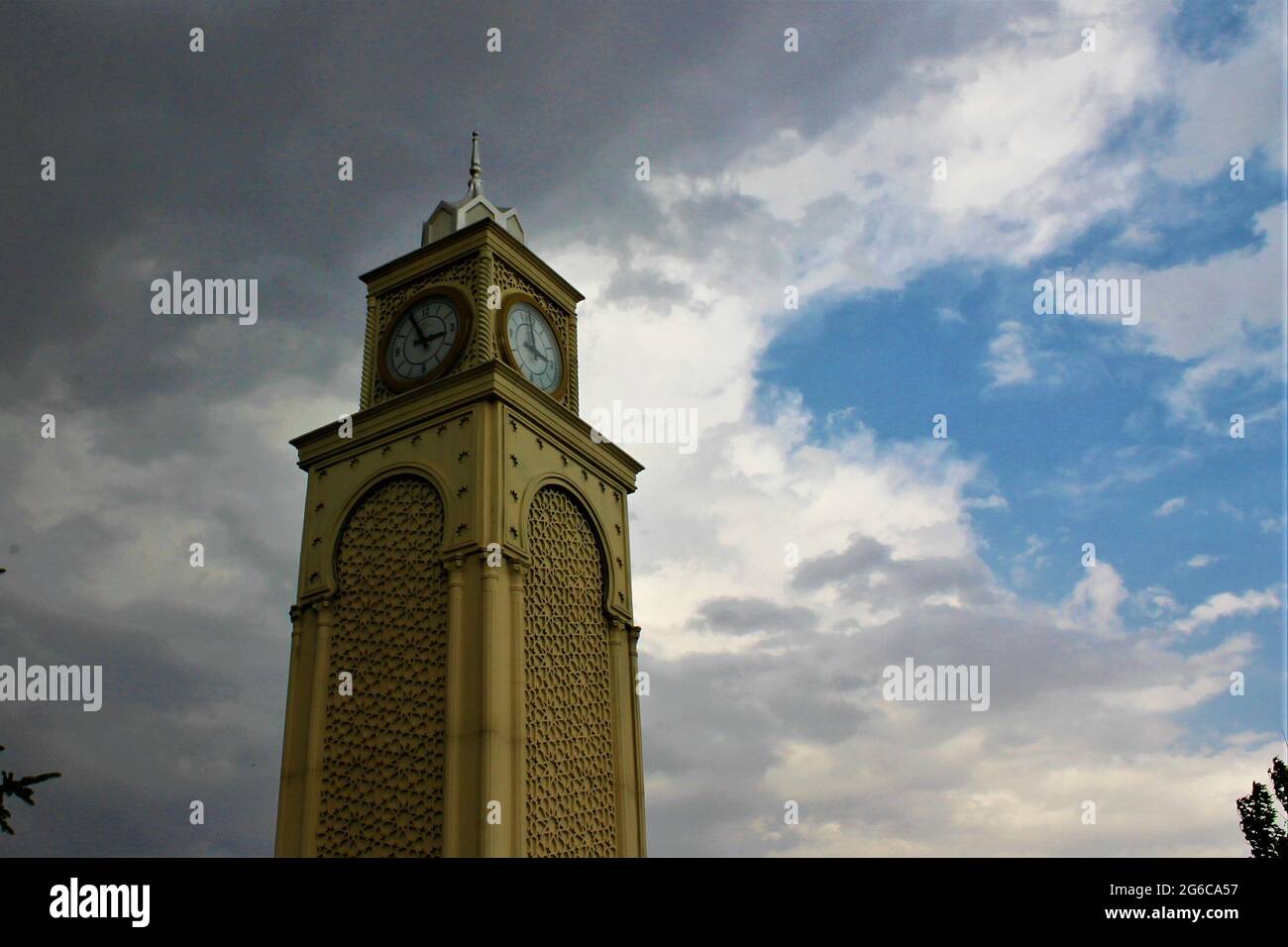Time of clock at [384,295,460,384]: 2:55
